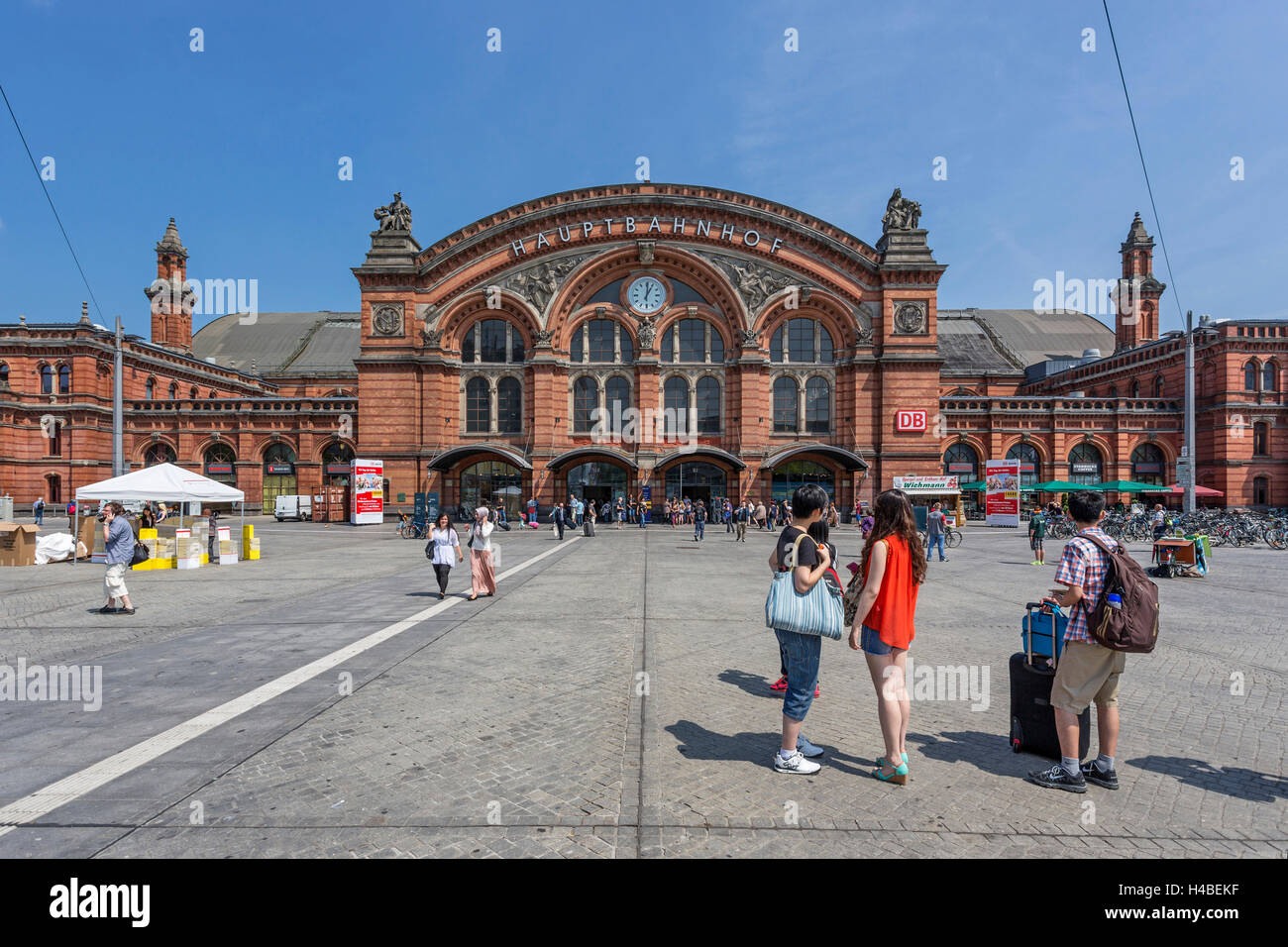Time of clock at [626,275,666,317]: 1:01
